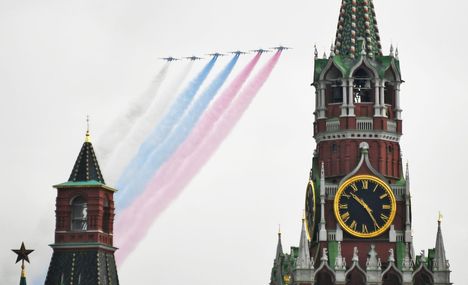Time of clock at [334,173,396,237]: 10:24
